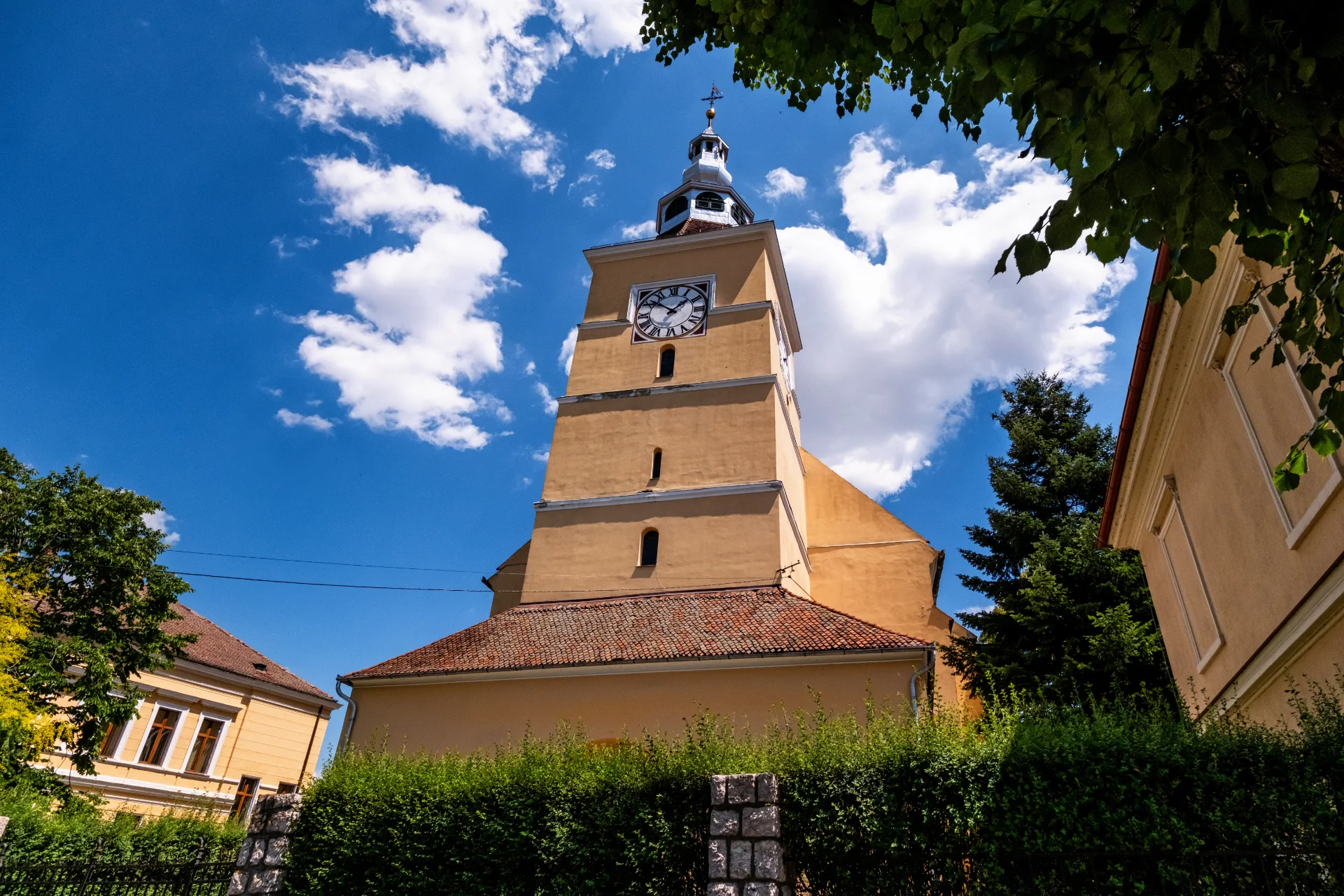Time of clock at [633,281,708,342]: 1:51
